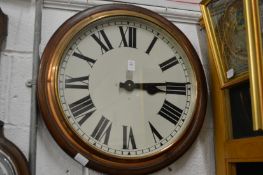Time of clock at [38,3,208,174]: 3:14
